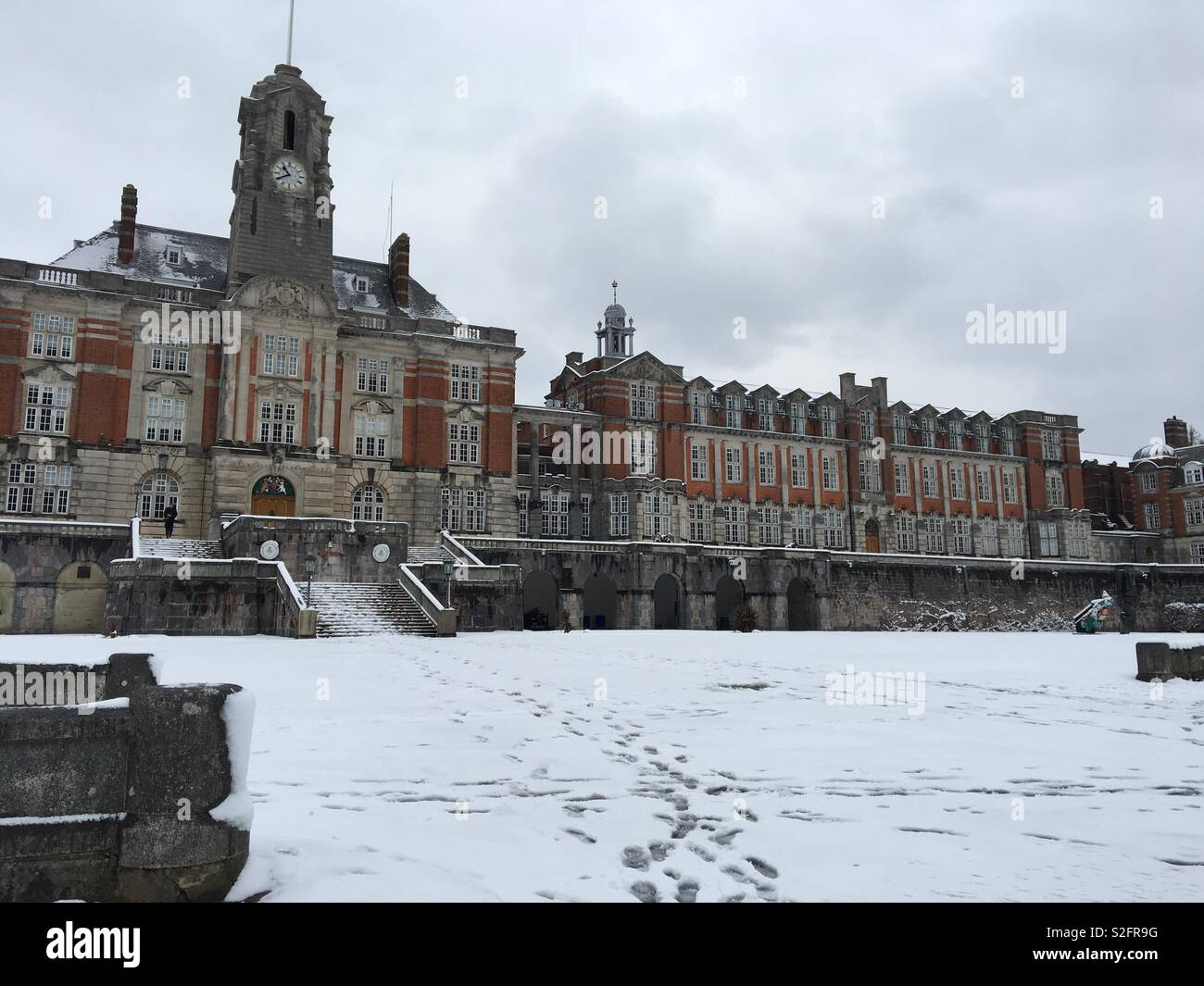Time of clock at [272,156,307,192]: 10:40
